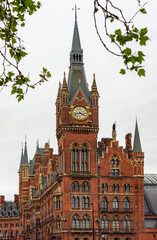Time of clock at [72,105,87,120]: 3:42
